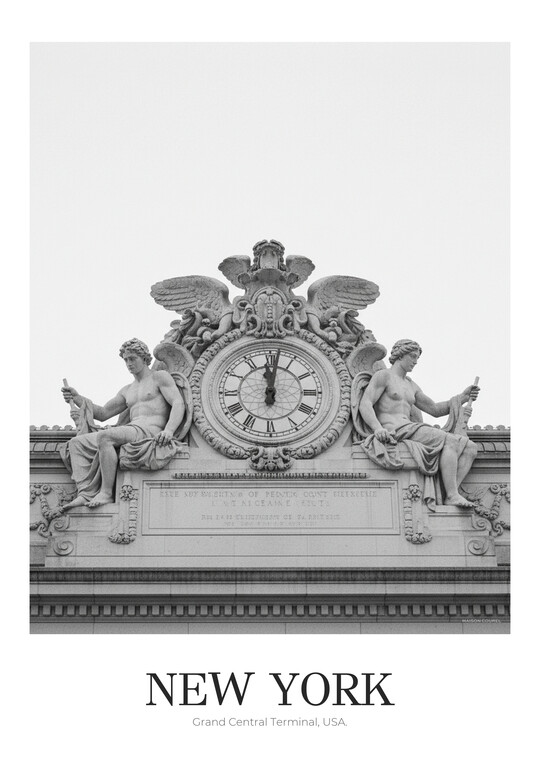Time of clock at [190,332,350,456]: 12:01
